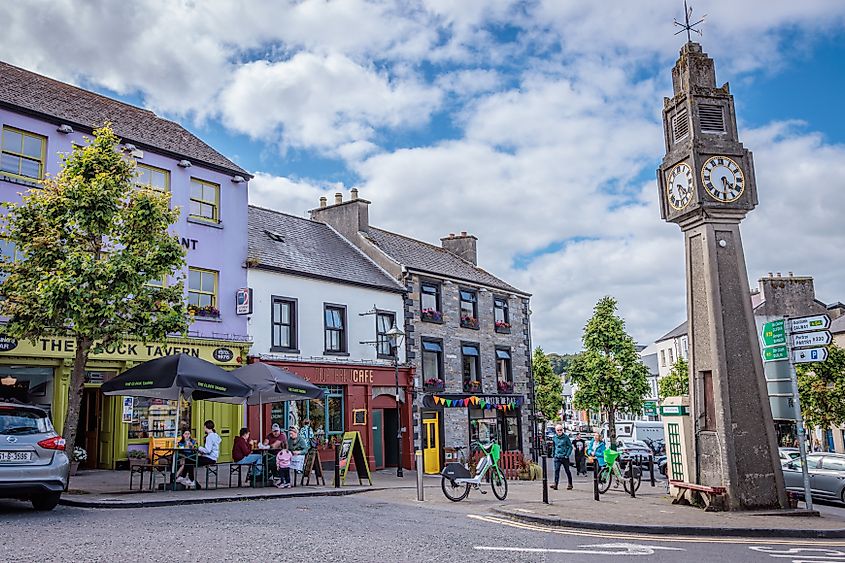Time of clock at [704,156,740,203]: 4:30
